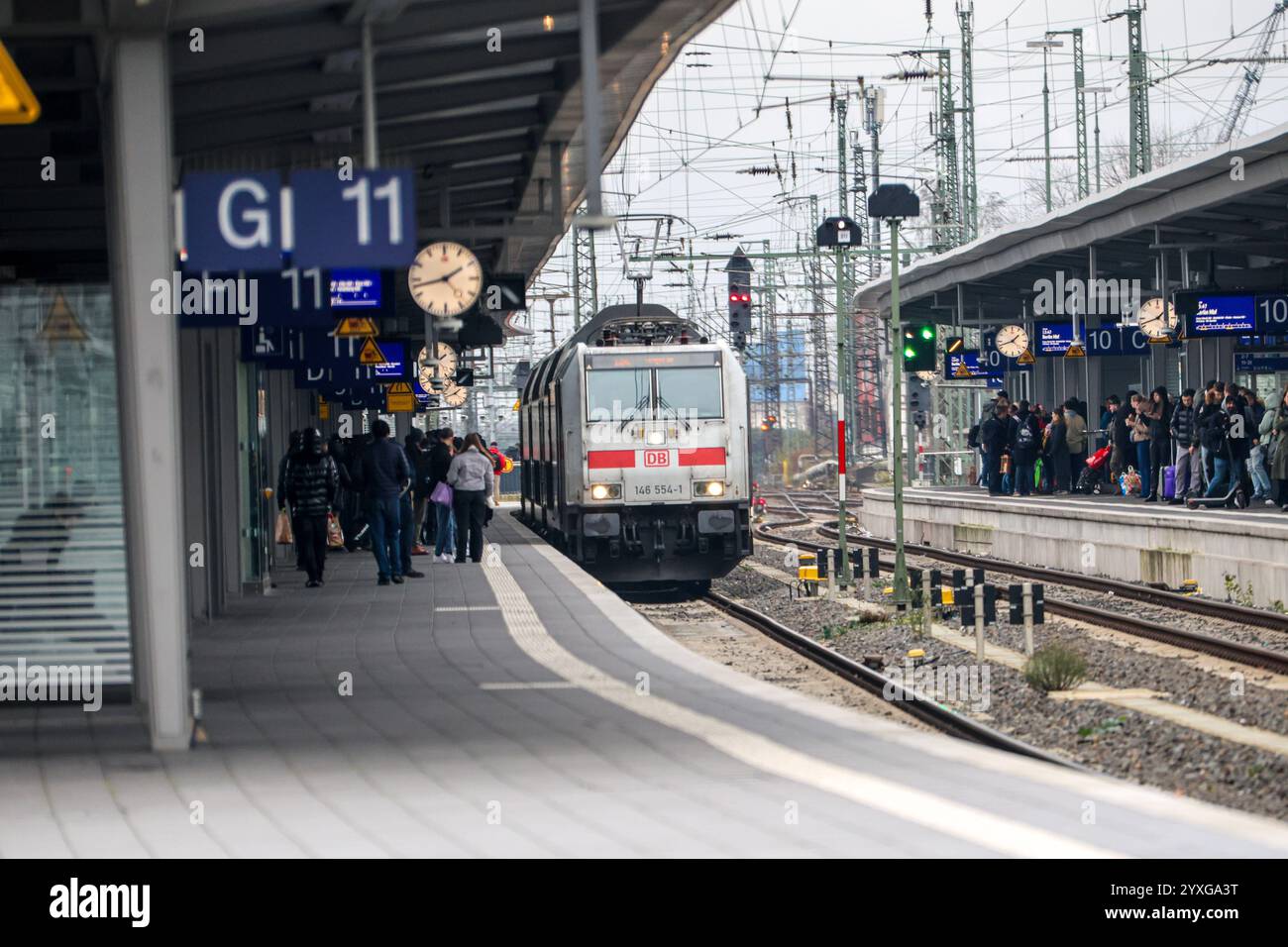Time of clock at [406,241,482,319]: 1:42
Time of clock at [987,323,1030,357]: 1:42
